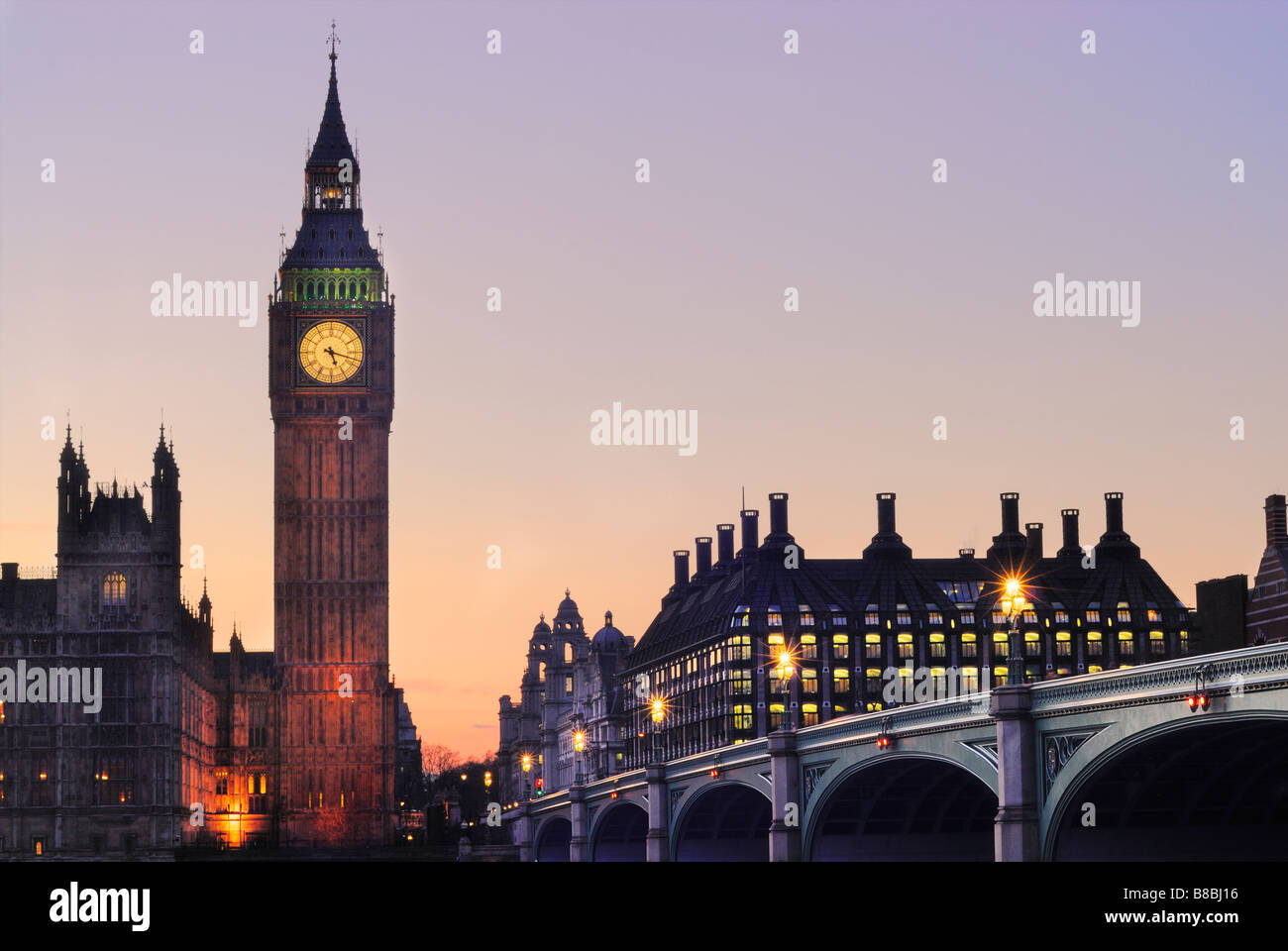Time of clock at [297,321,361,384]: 5:17
